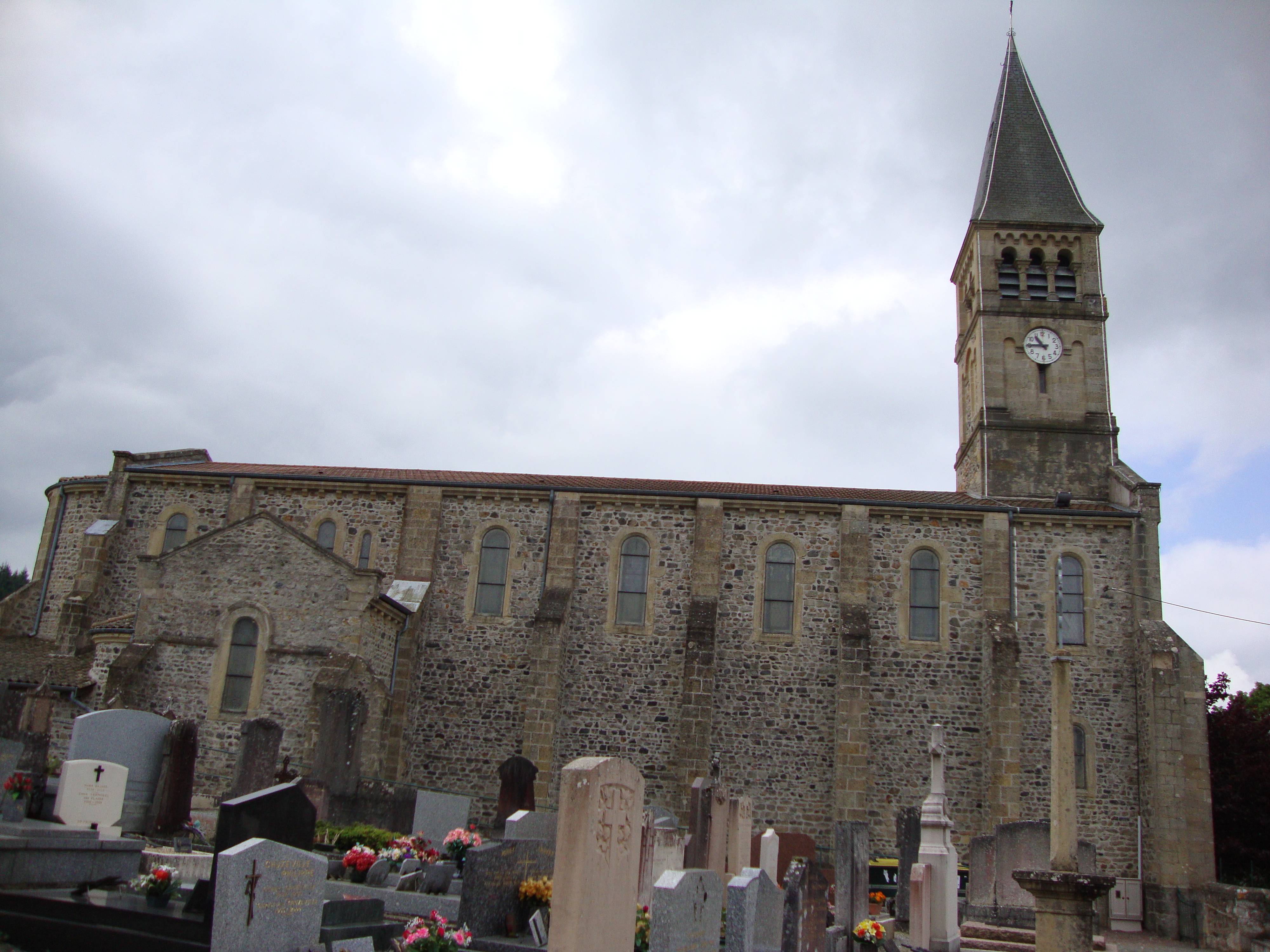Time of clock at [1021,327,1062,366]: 10:45
